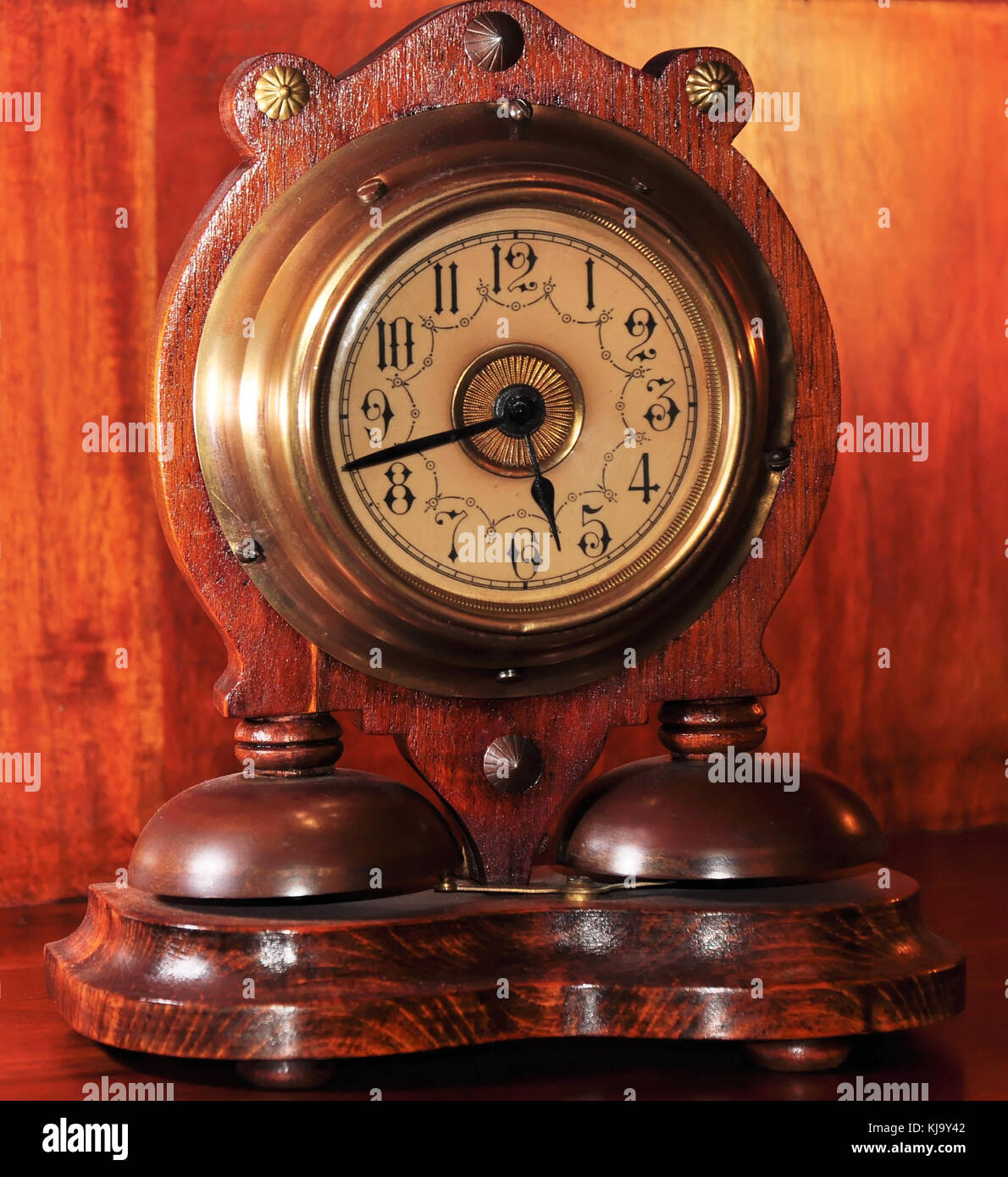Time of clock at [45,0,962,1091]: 5:42
